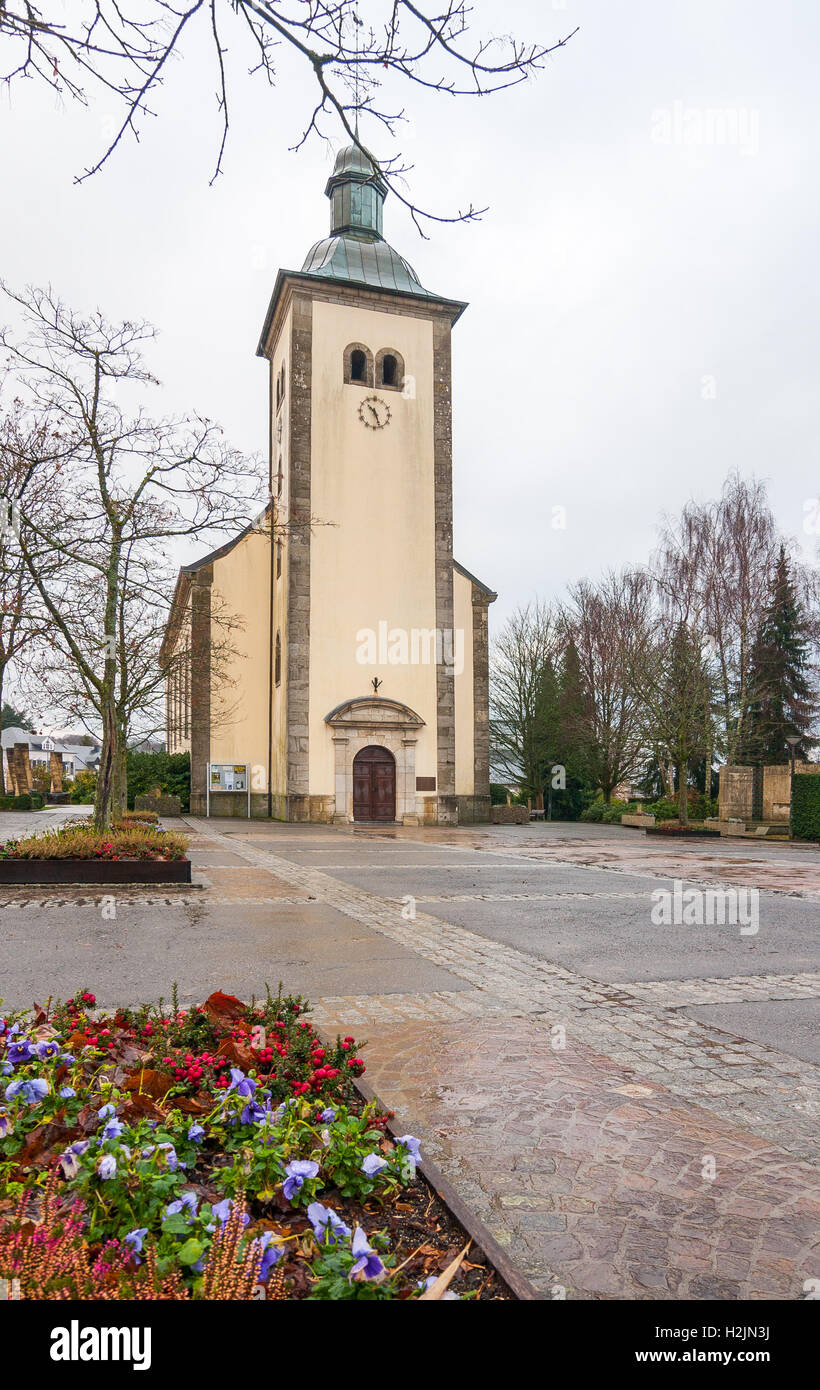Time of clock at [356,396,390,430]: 10:26
